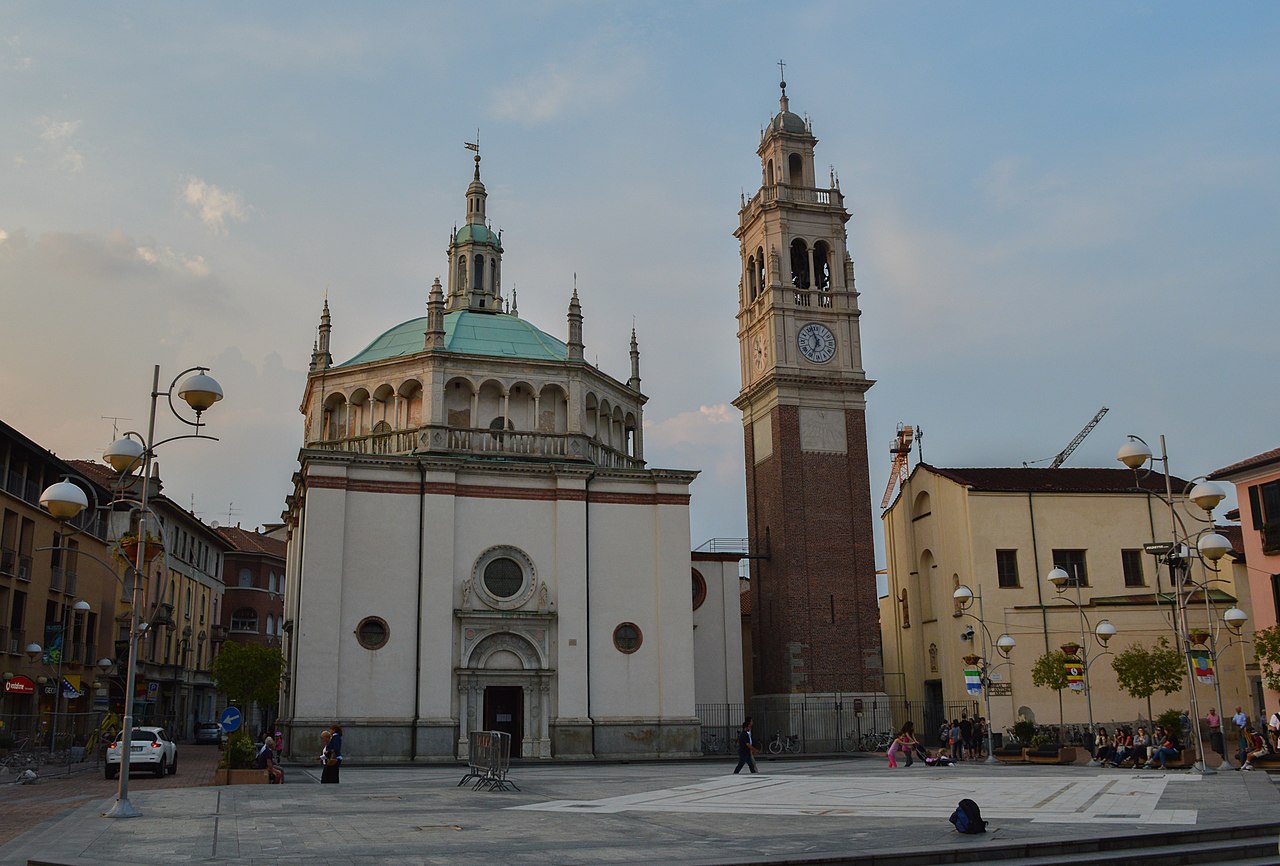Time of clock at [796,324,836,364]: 6:56
